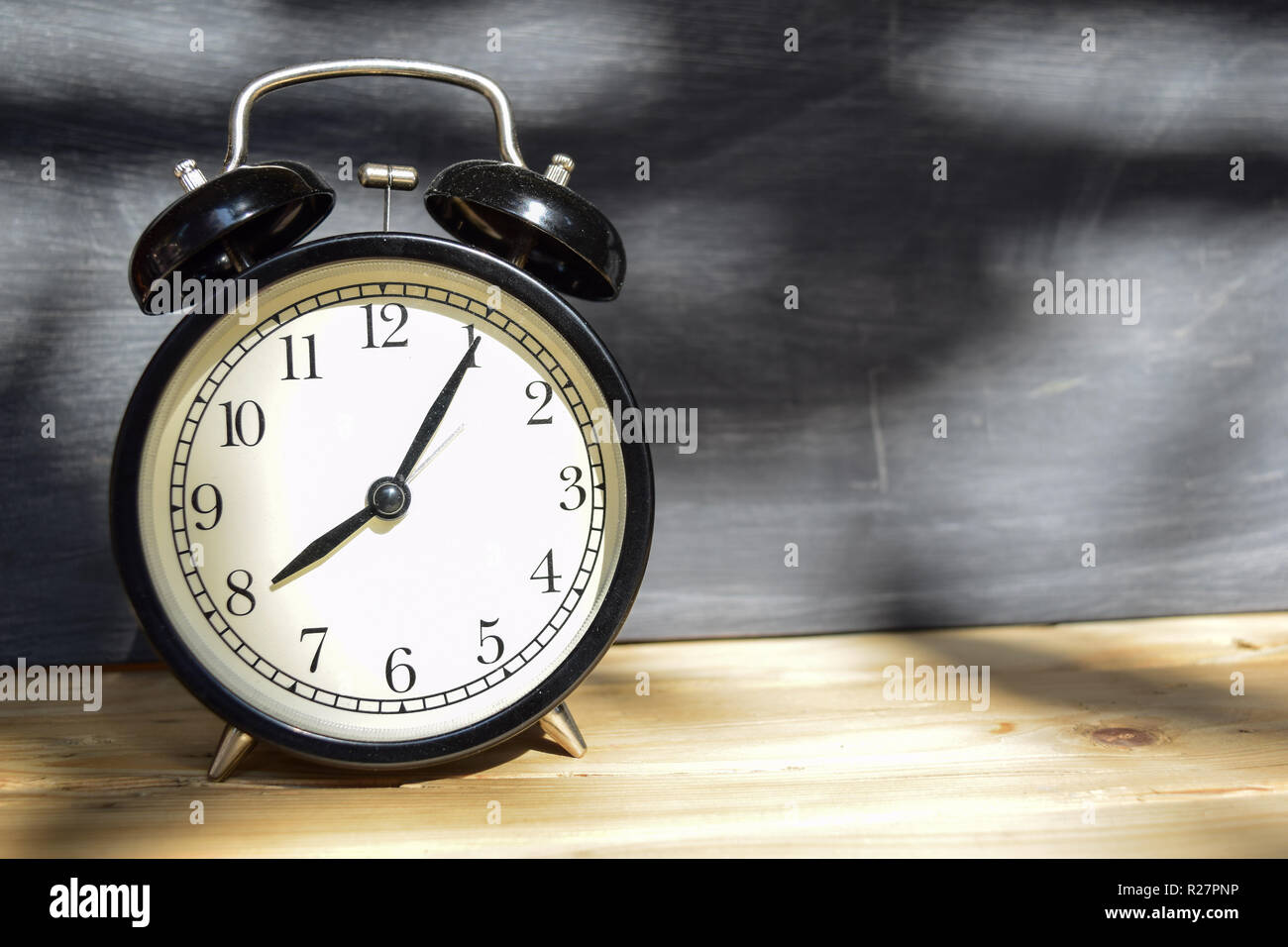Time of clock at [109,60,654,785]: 8:05
